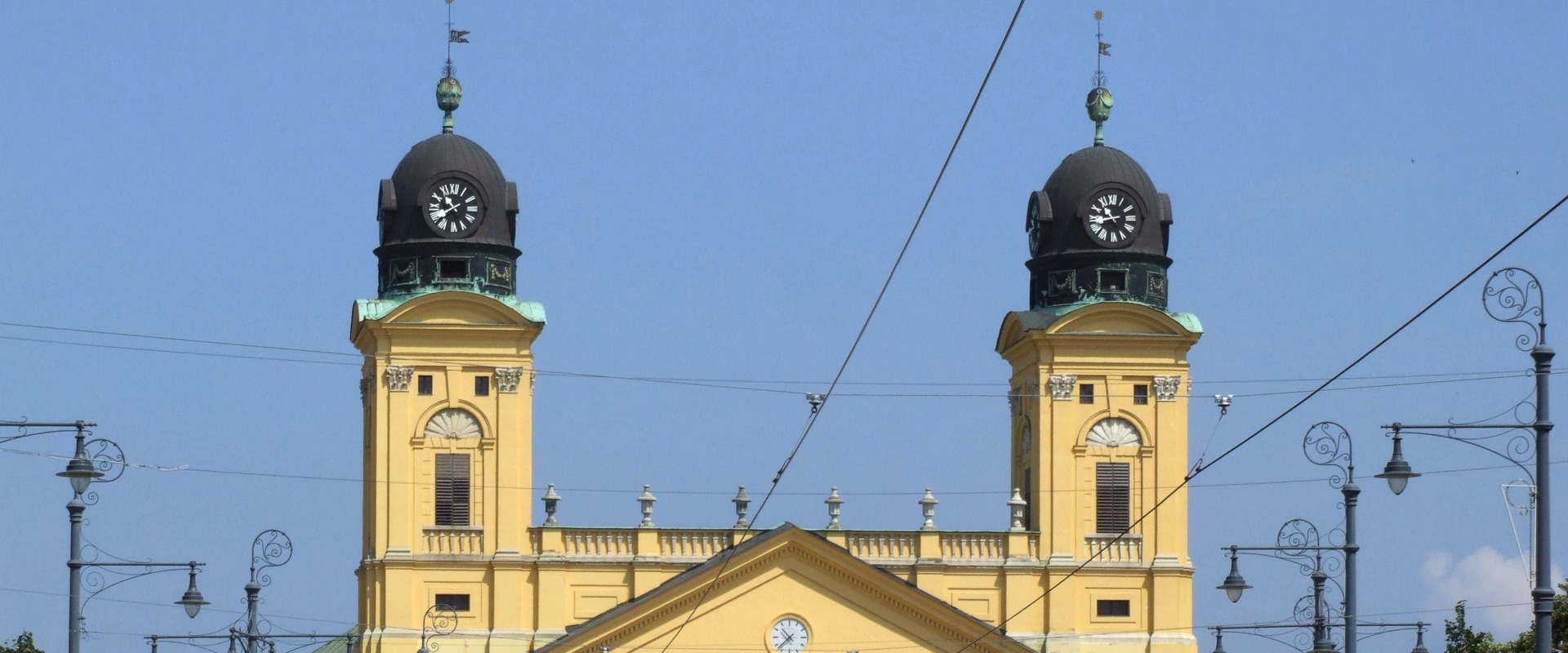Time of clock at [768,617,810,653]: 10:37
